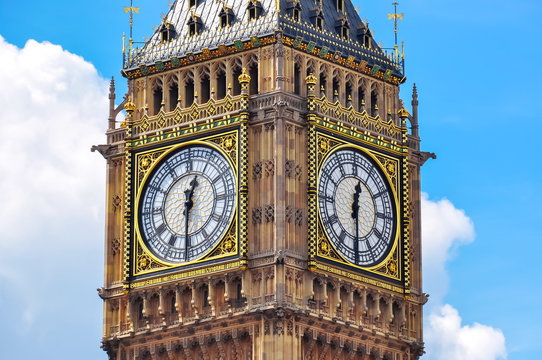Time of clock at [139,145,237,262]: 12:30
